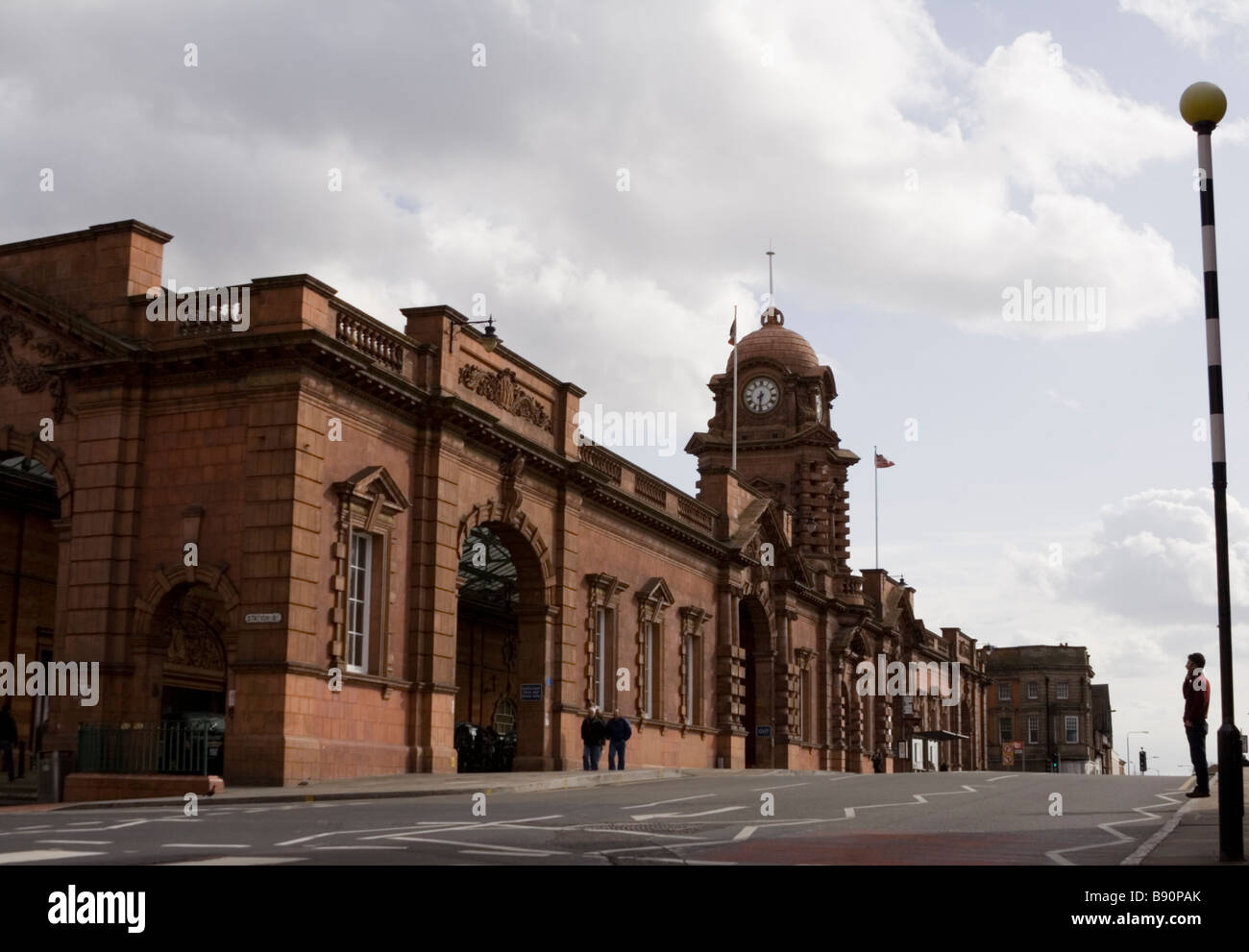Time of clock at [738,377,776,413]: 7:31
